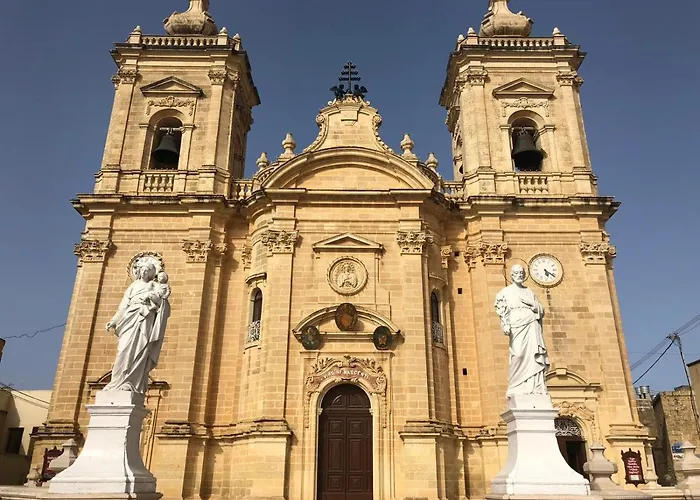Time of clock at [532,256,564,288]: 5:21
